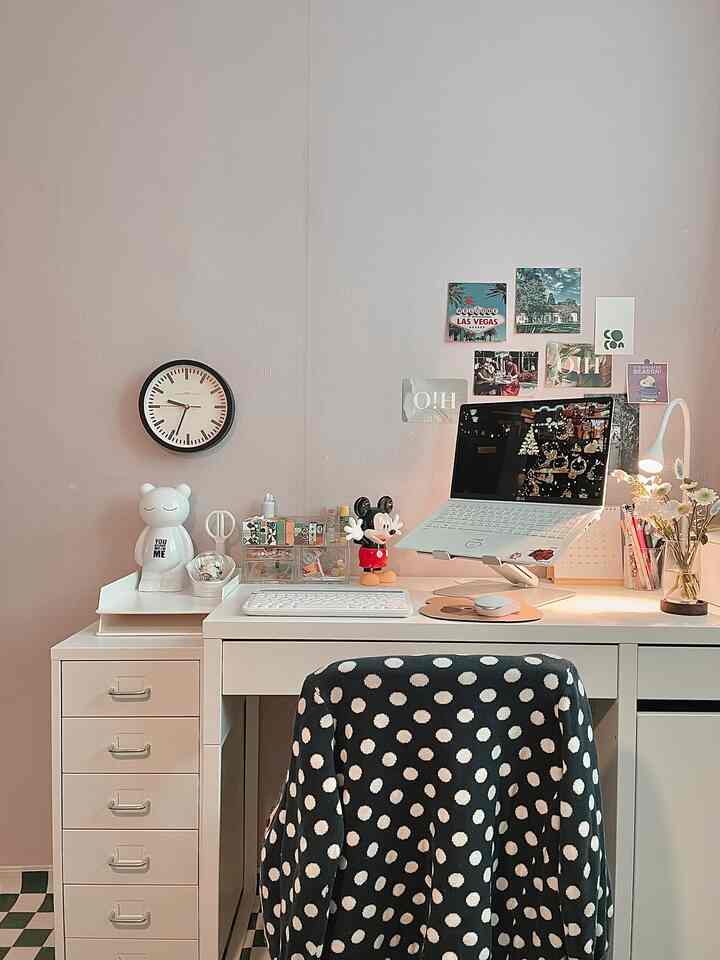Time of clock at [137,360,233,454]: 9:33
